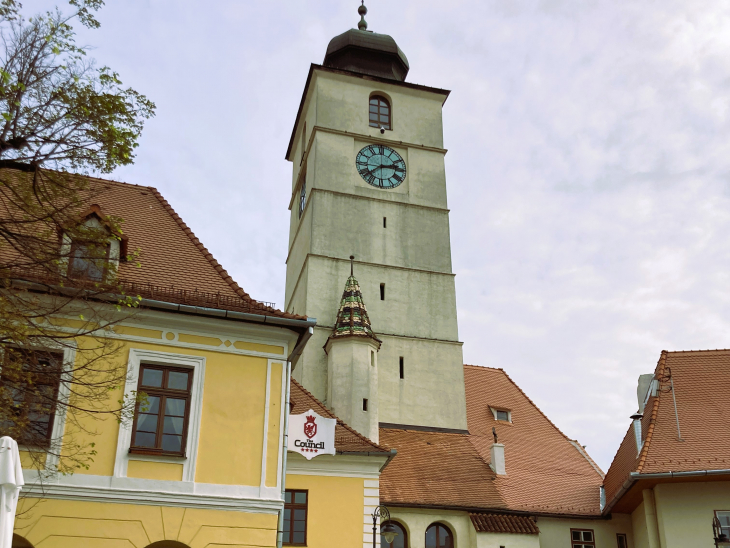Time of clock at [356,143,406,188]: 2:38
